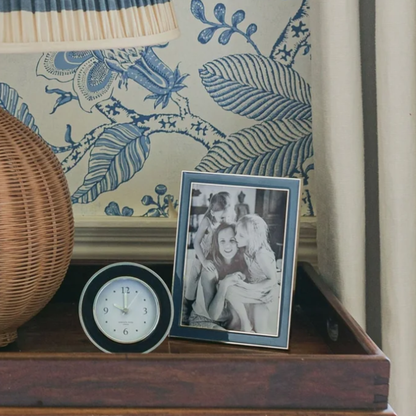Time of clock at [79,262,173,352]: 10:00
